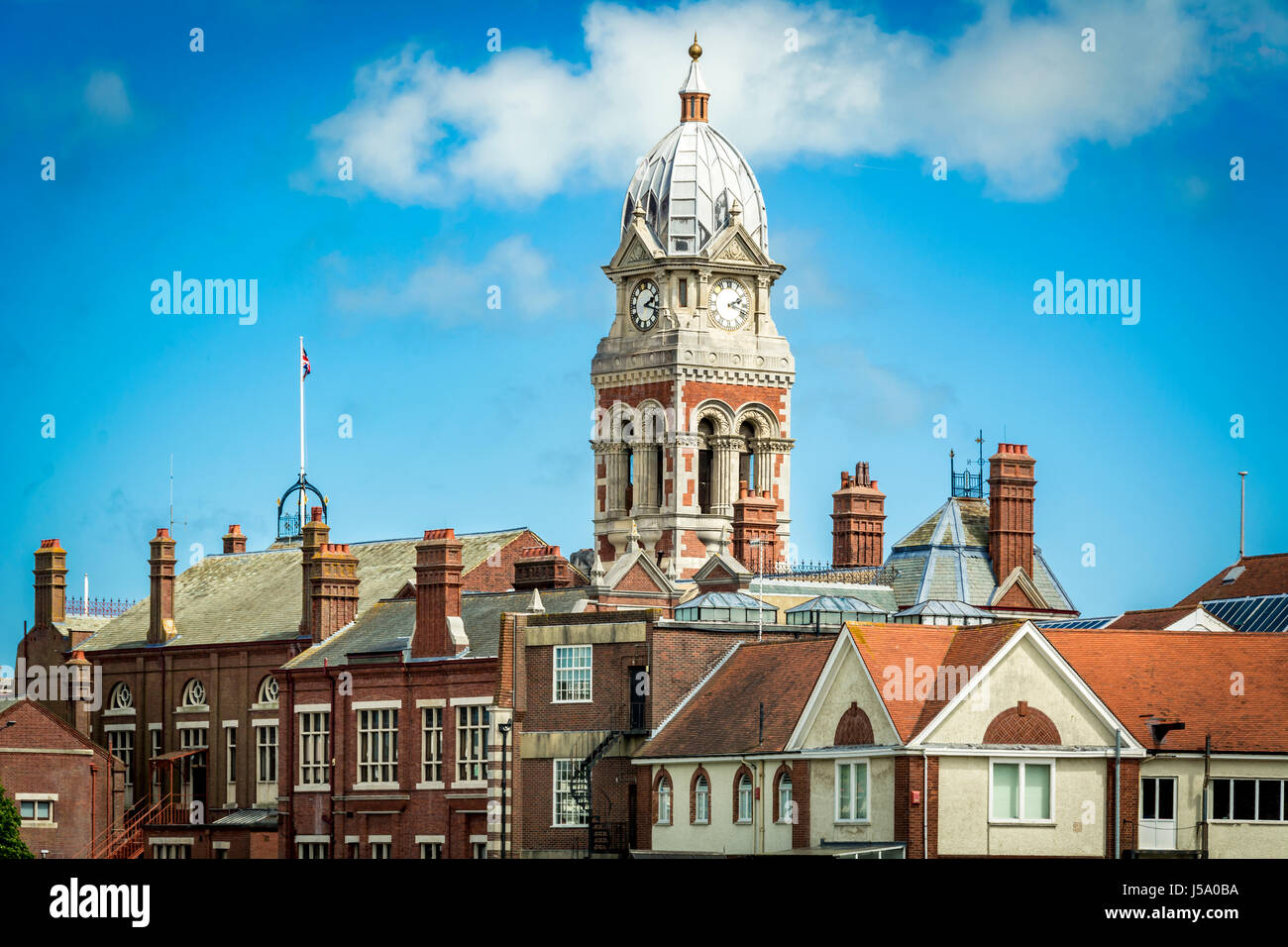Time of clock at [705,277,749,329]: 2:18
